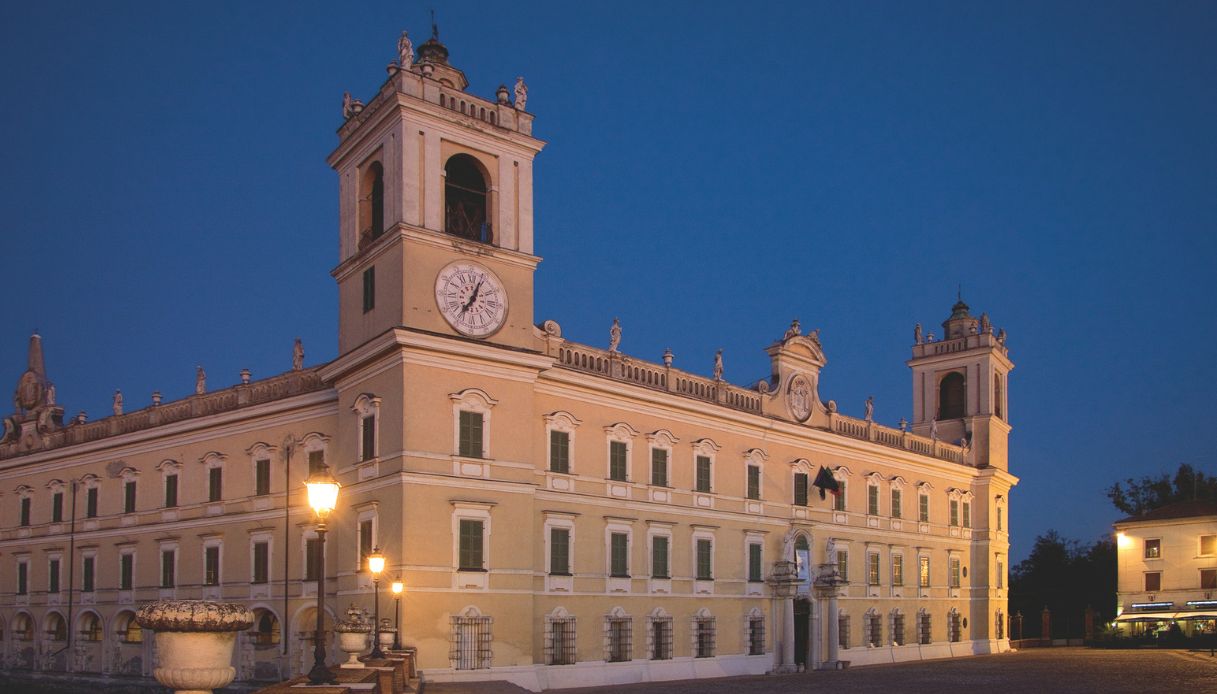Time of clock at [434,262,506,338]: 7:03
